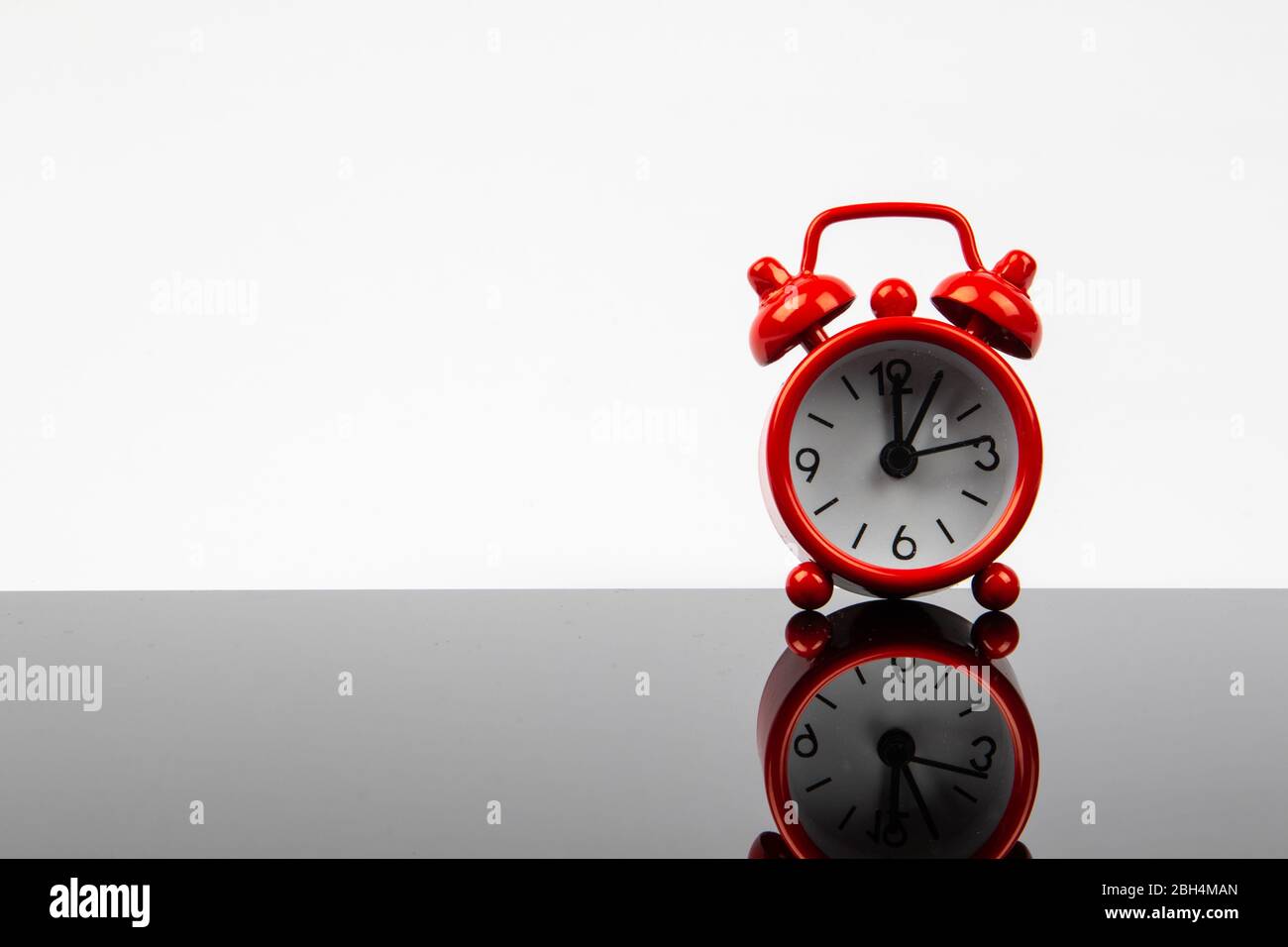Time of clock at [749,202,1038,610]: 12:05
